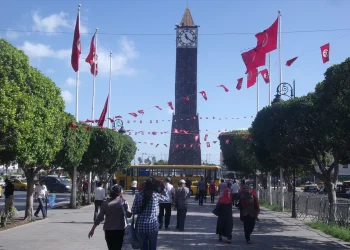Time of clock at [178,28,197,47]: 11:21
